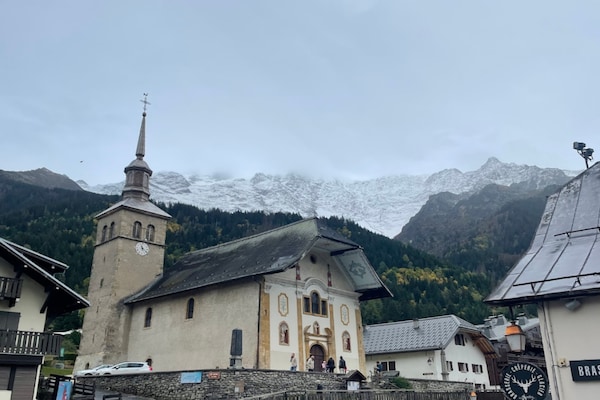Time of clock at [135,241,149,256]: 11:21
